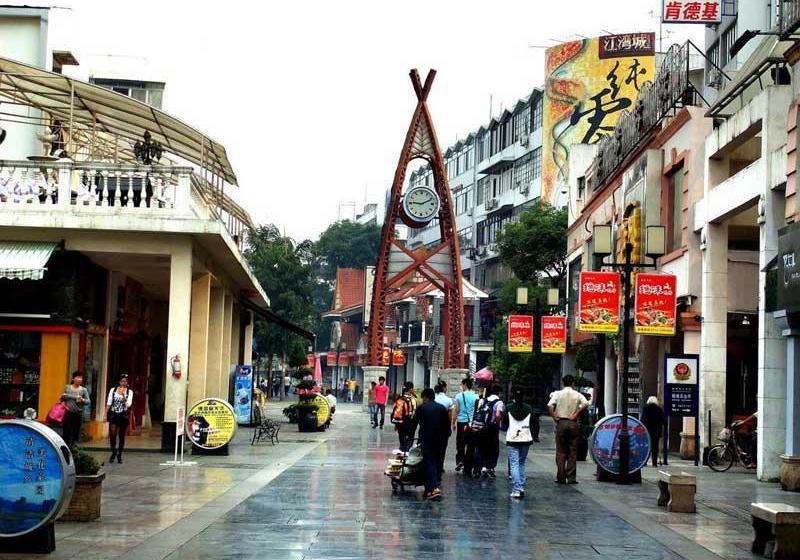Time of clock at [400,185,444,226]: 9:11
